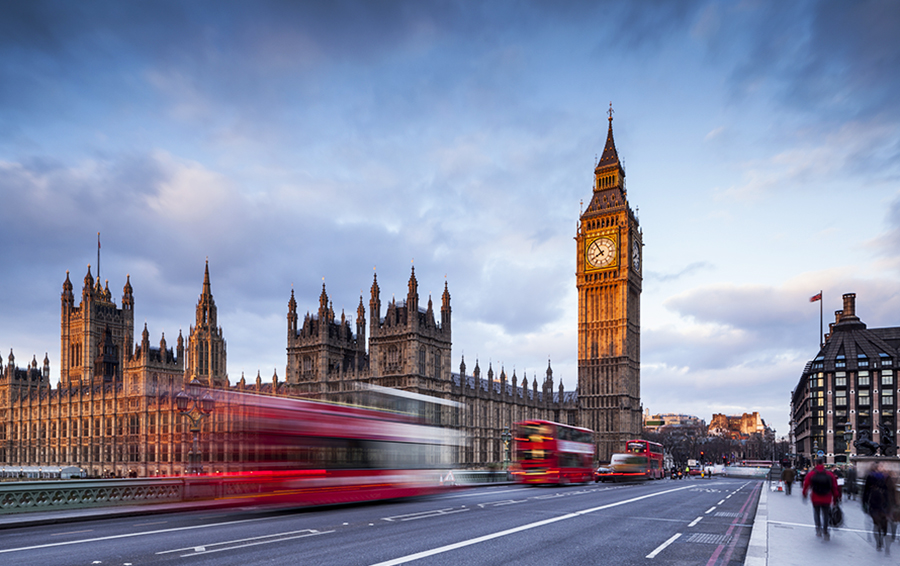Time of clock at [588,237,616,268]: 7:54
